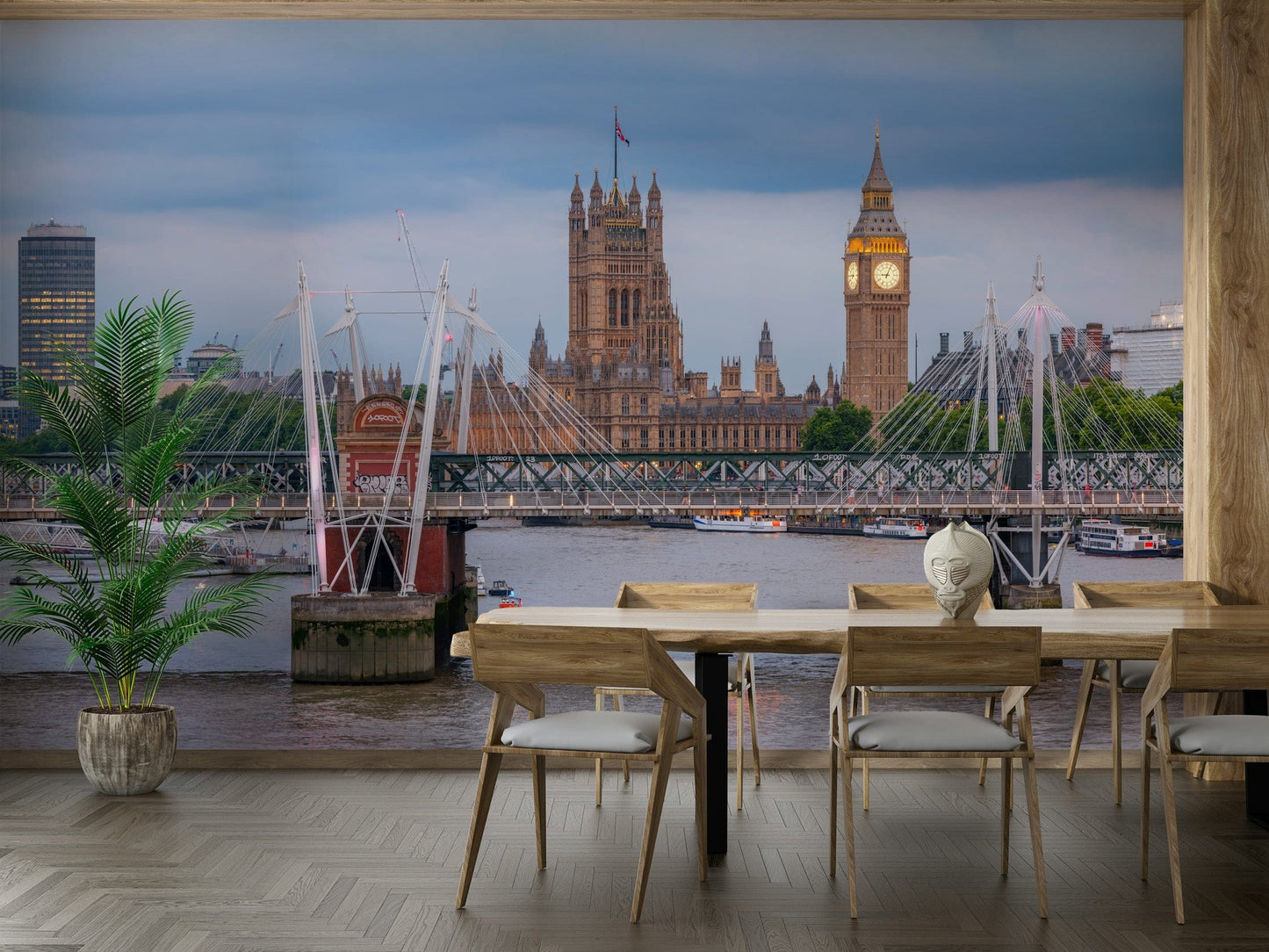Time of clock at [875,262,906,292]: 9:03
